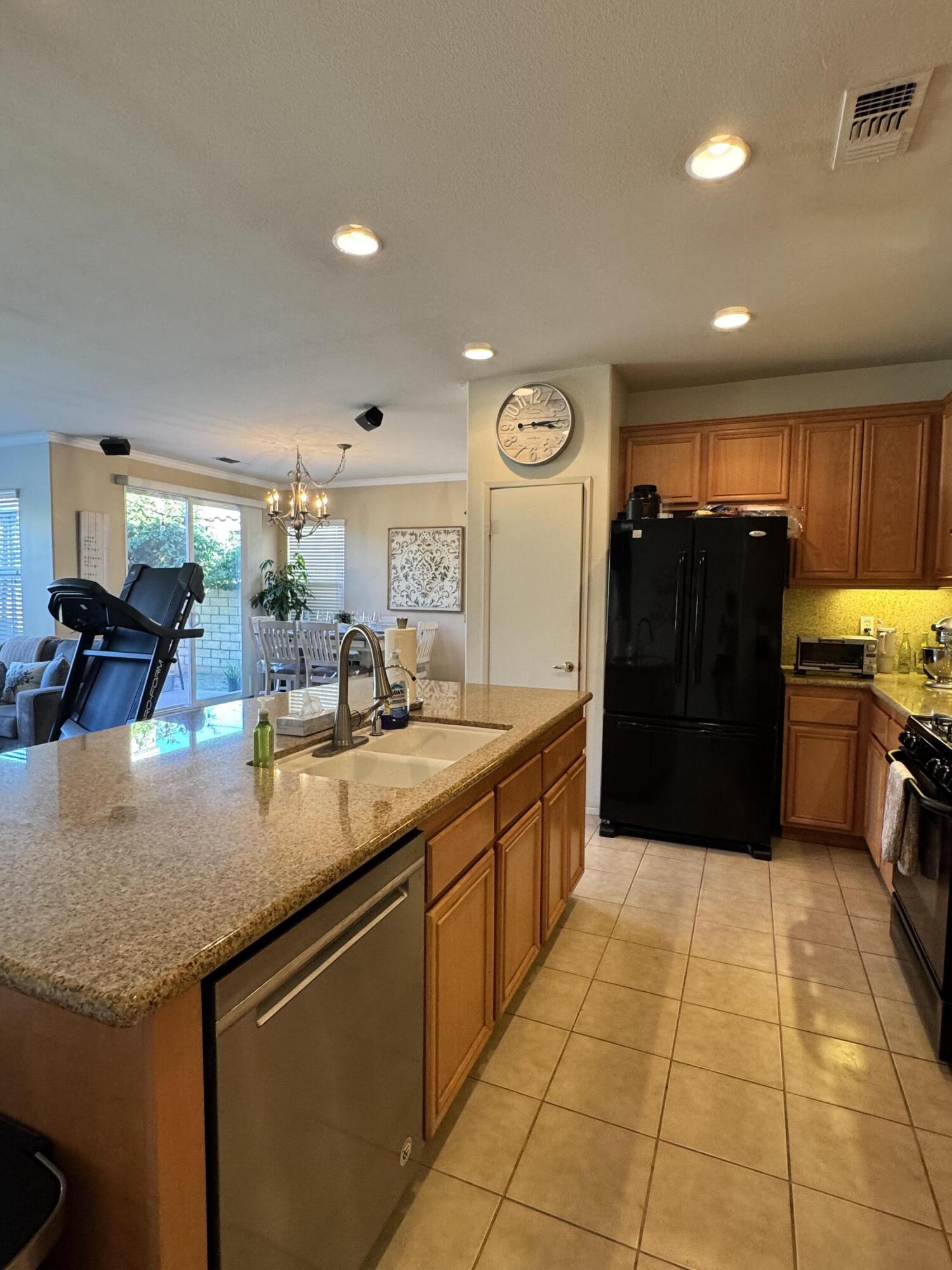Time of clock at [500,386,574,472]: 3:14
